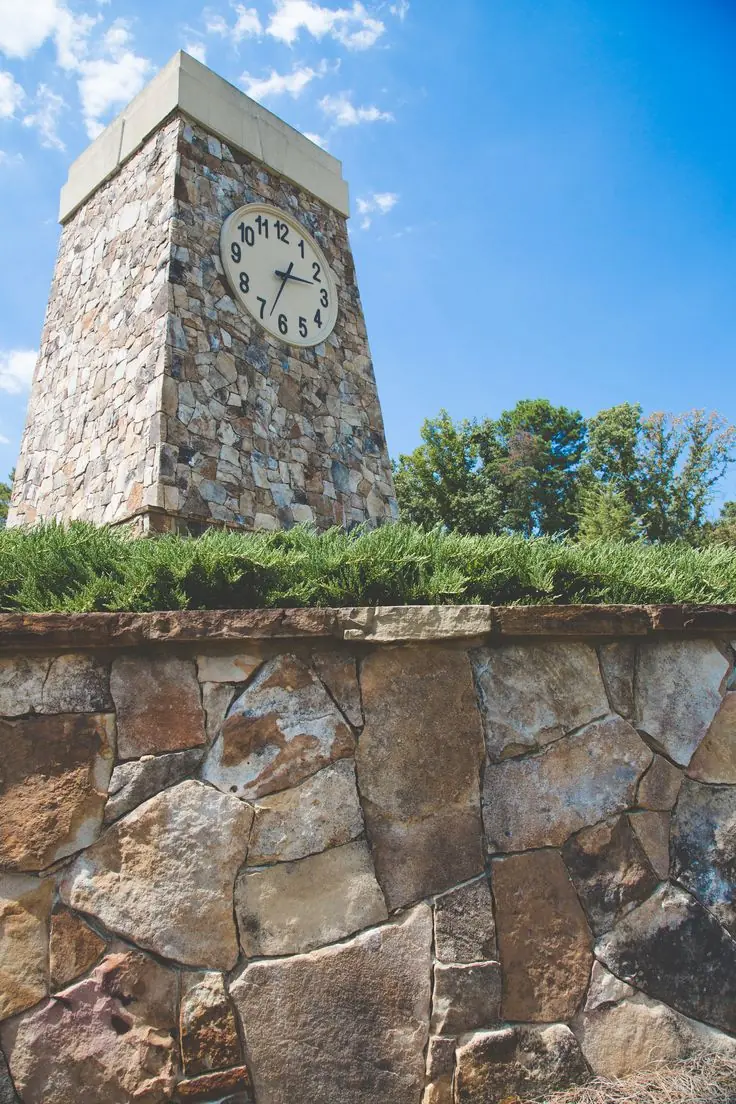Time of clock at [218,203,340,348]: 2:33
